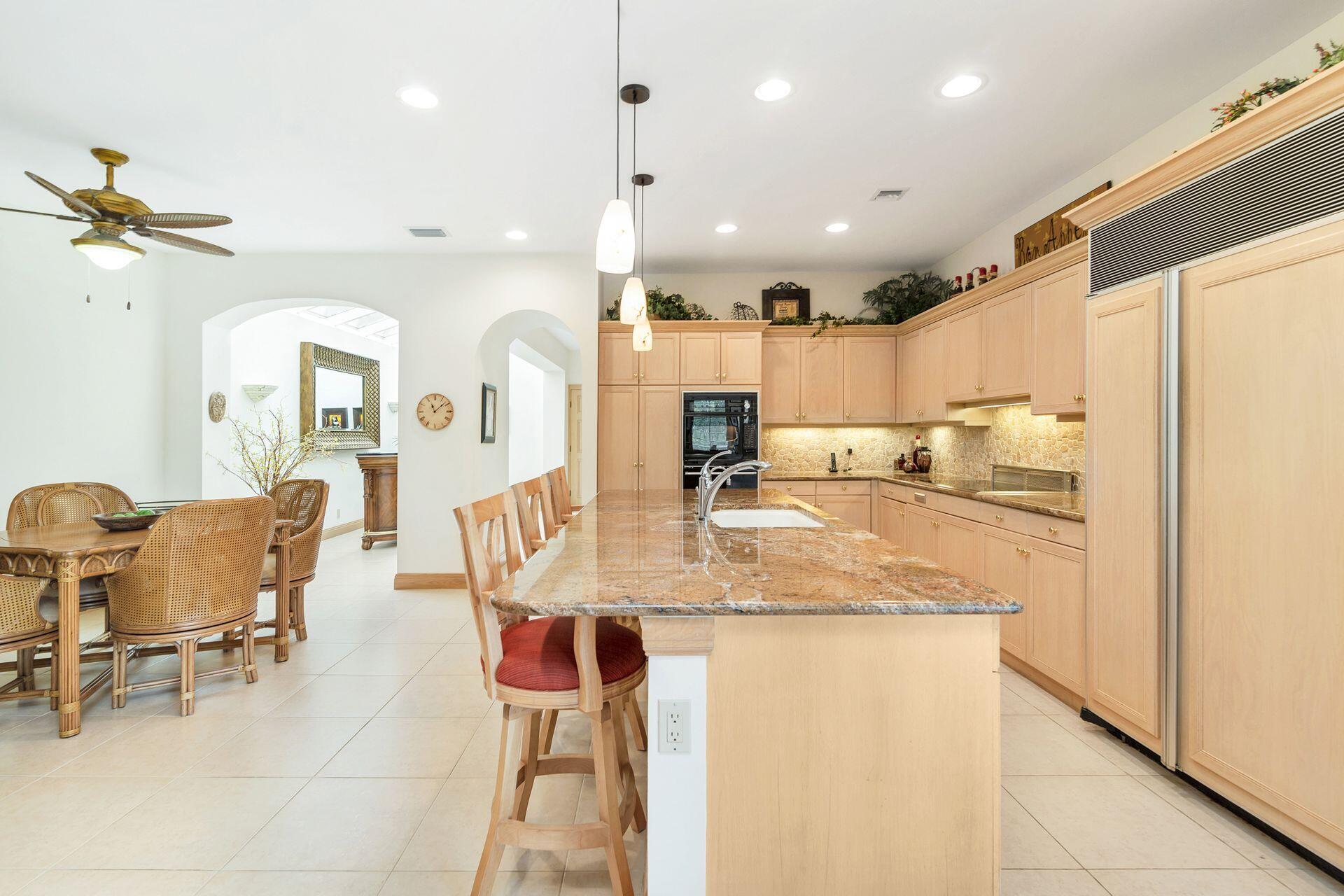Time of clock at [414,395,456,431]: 11:08
